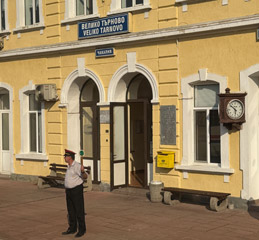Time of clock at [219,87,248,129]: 5:51
